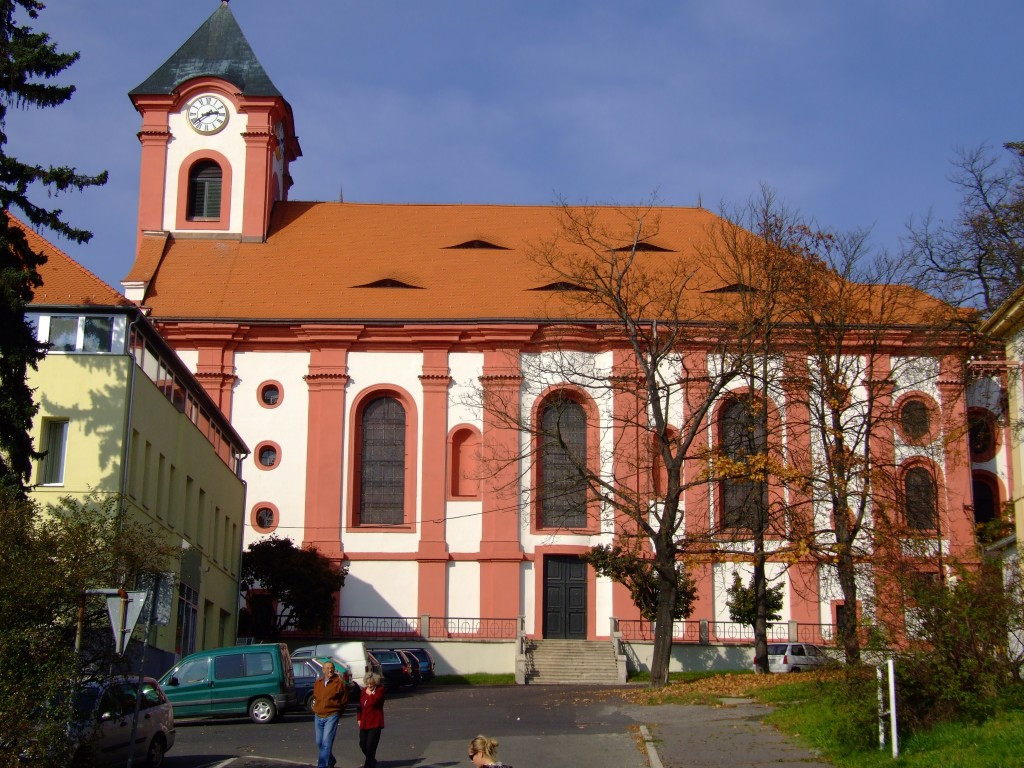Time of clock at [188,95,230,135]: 2:38
